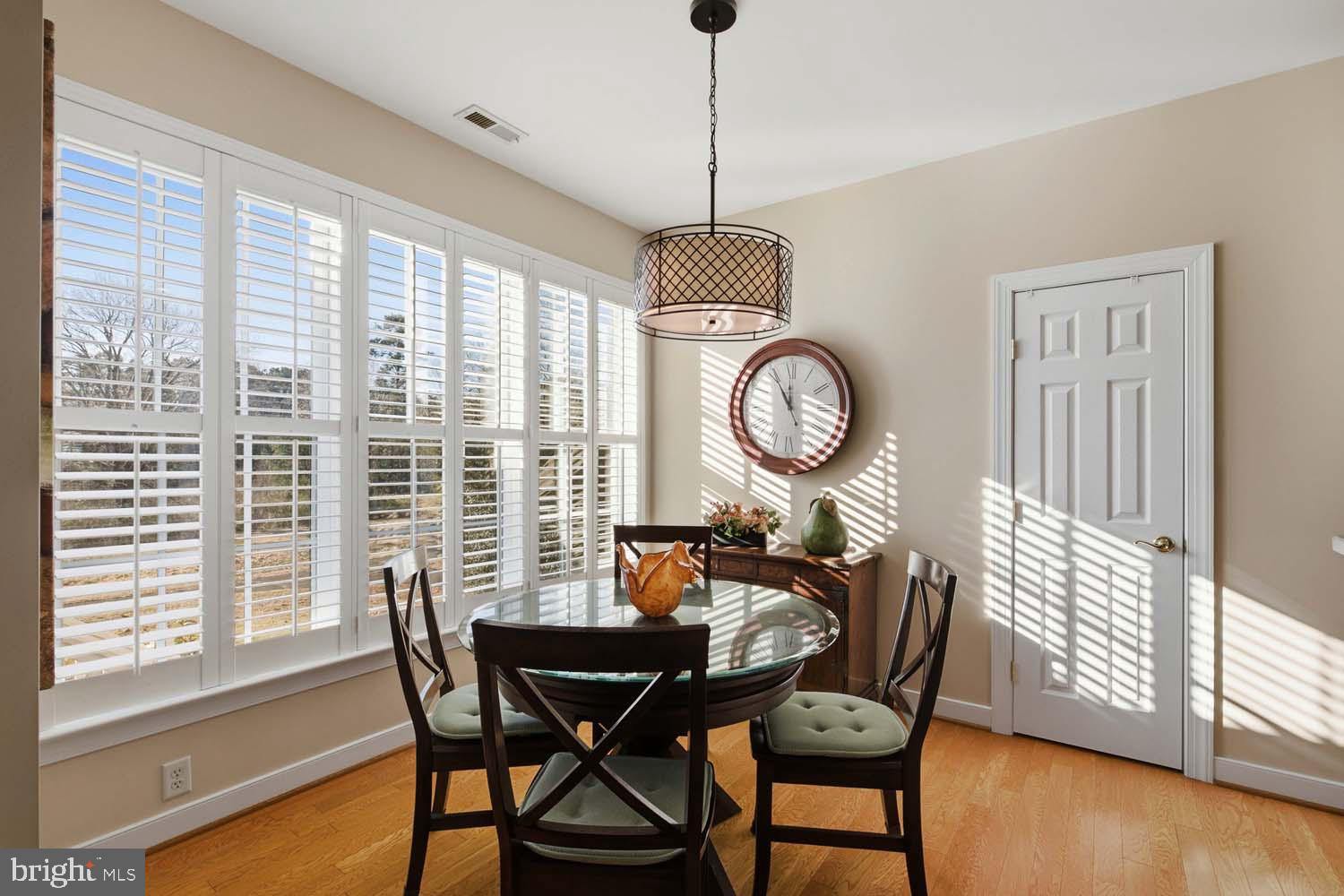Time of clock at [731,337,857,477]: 11:54
